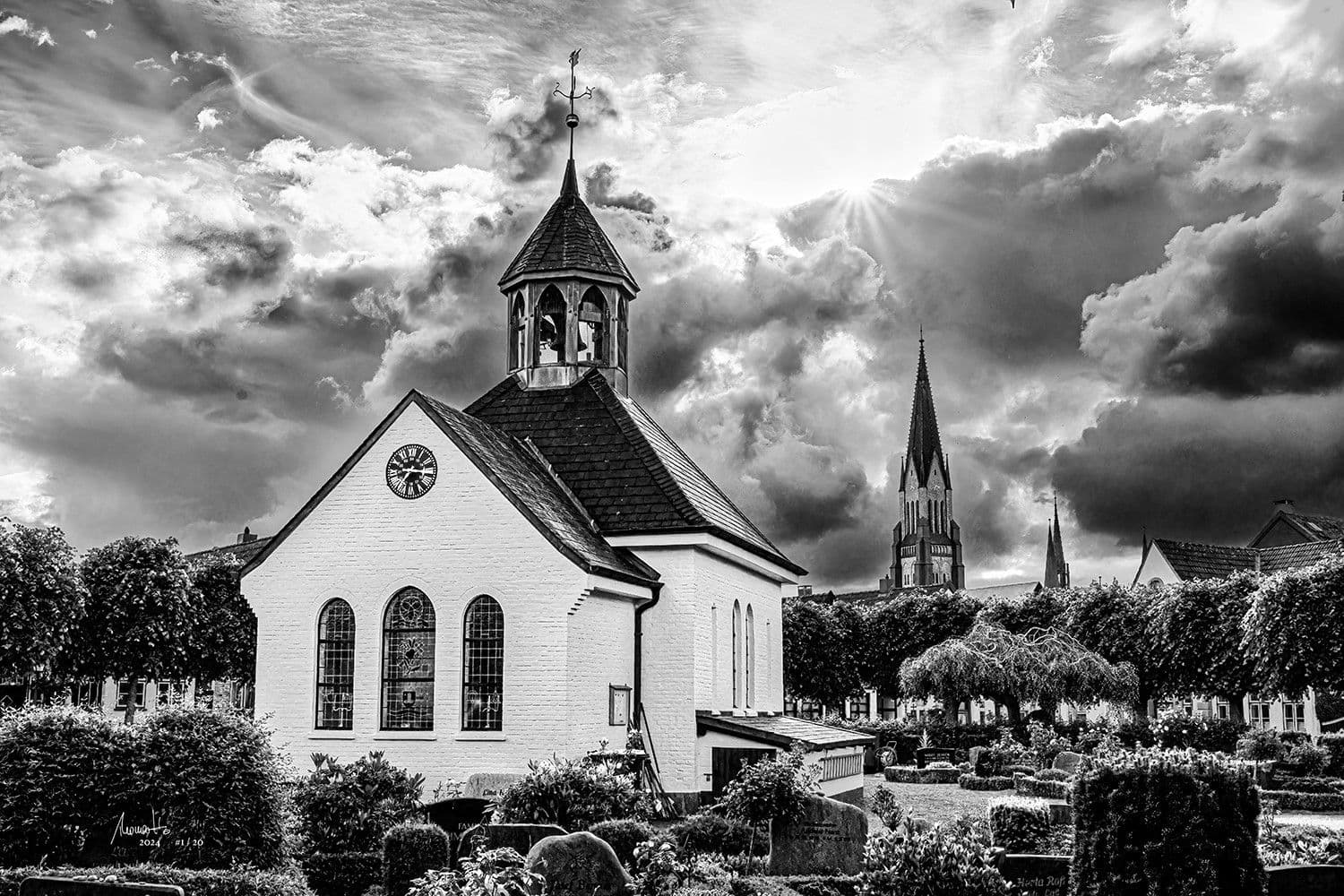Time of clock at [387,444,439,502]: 7:15
